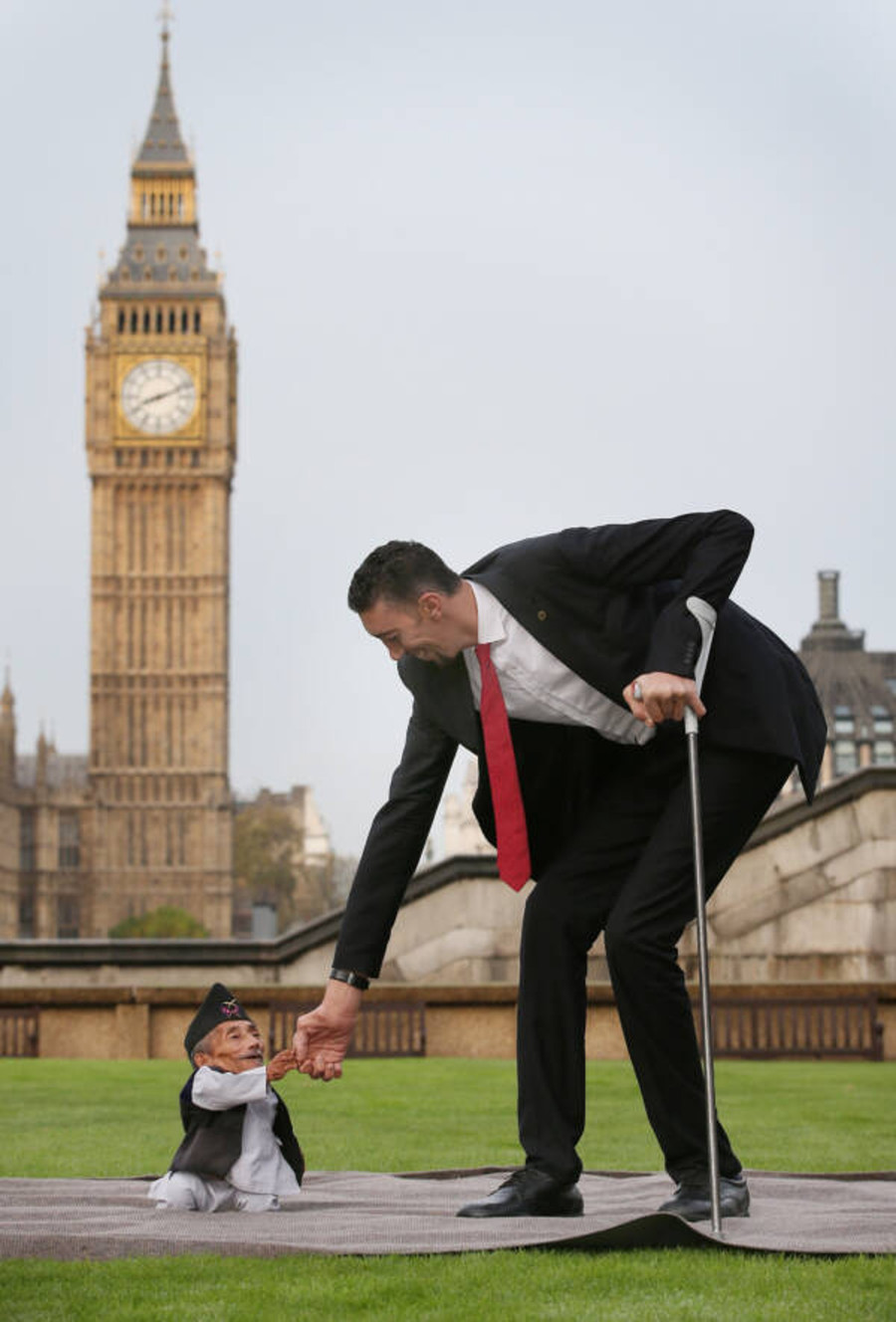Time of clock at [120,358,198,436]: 8:11
